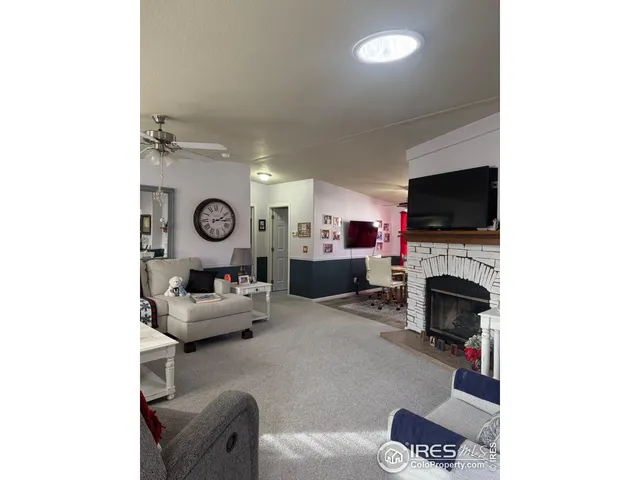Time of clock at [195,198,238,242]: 2:15
